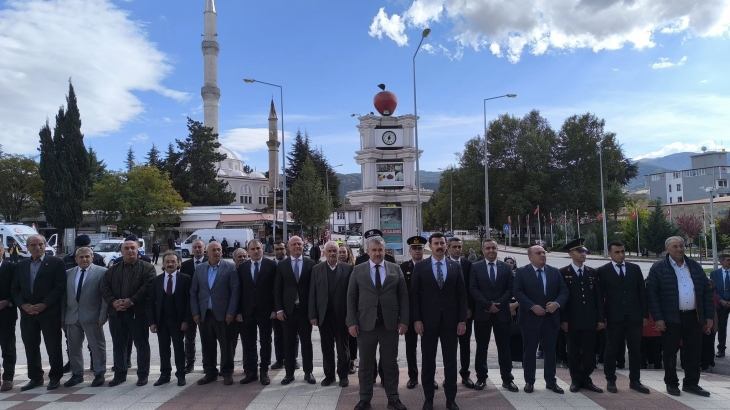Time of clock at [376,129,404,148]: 12:33
